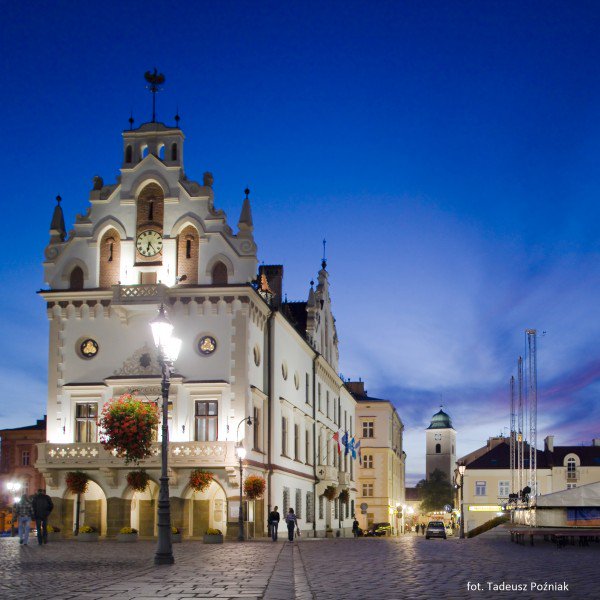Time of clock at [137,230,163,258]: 6:23
